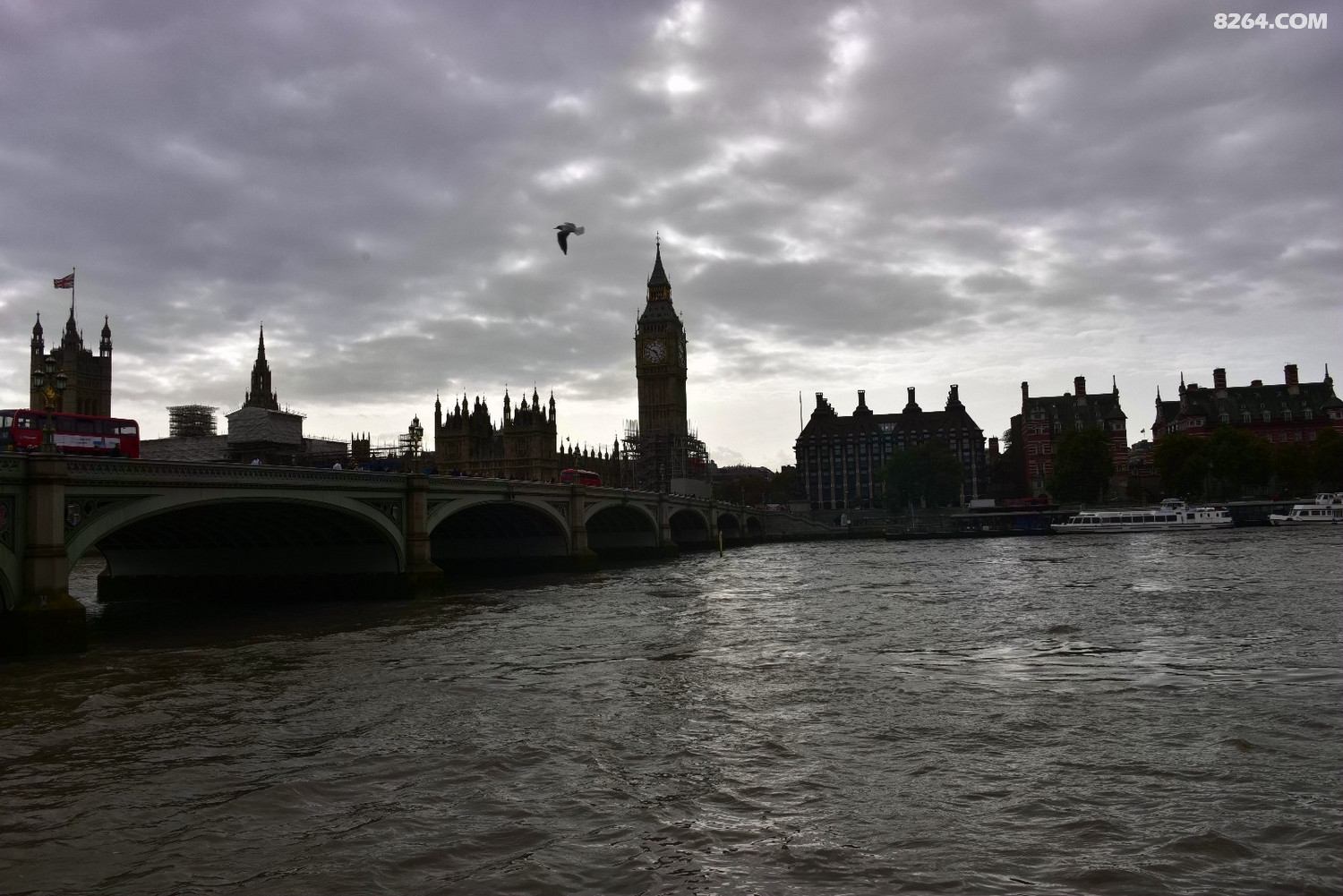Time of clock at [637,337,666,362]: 4:48
